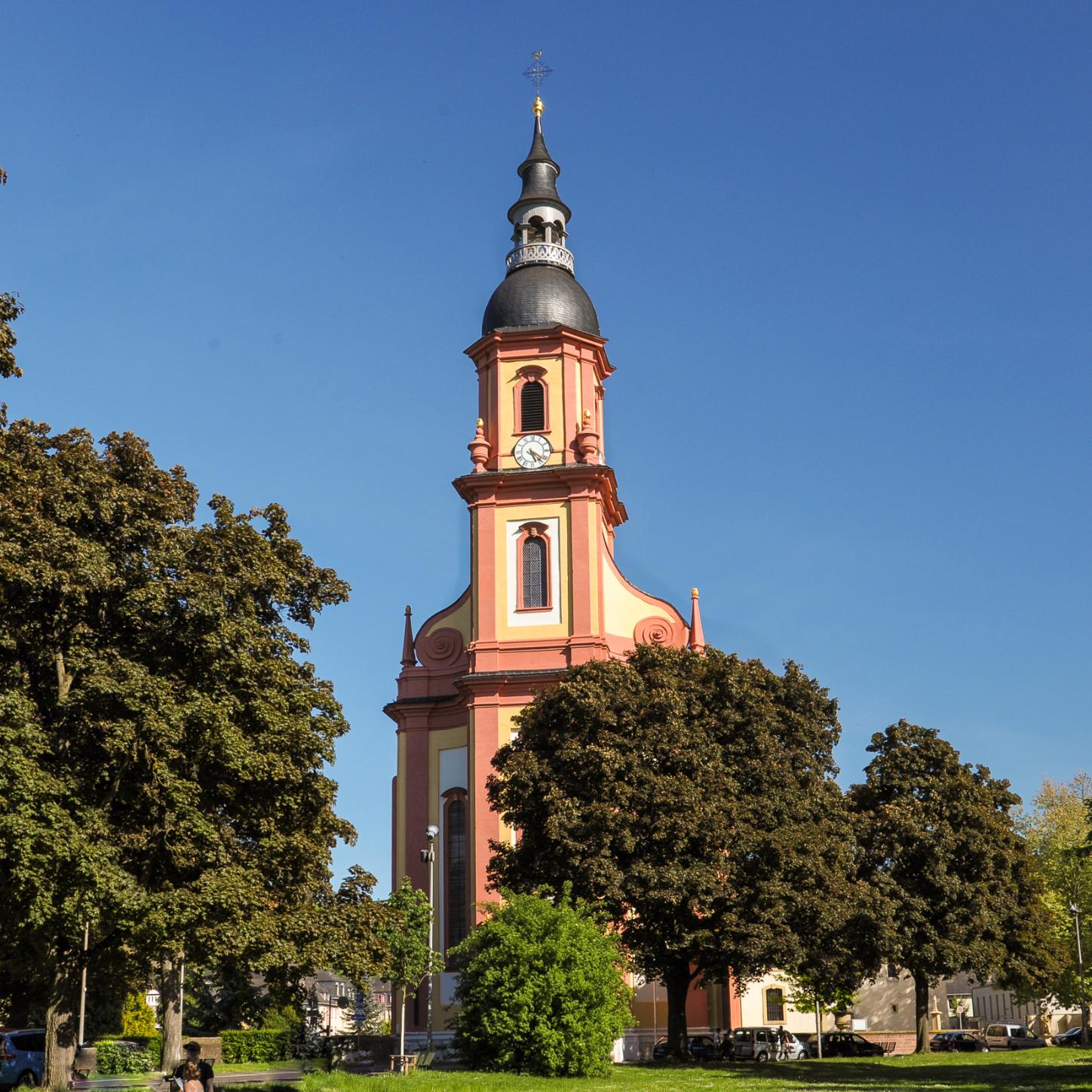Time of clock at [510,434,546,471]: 5:21
